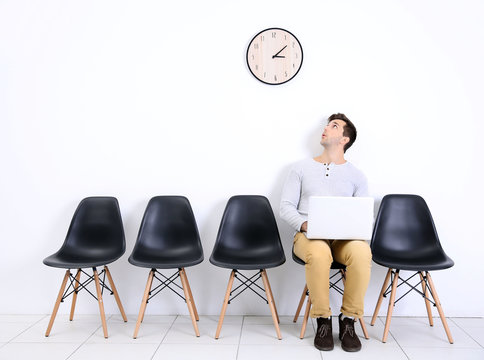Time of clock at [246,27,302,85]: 3:08
